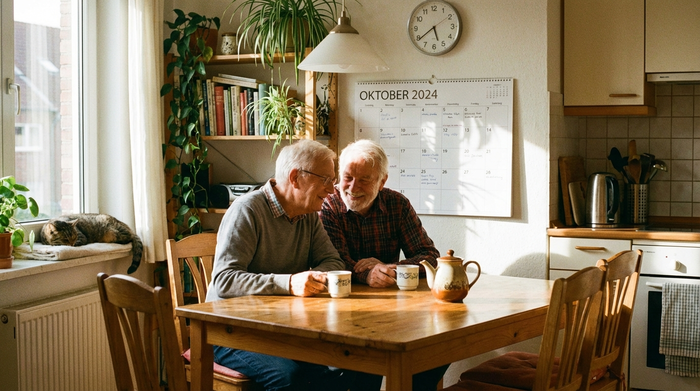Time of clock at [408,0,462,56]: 5:39
